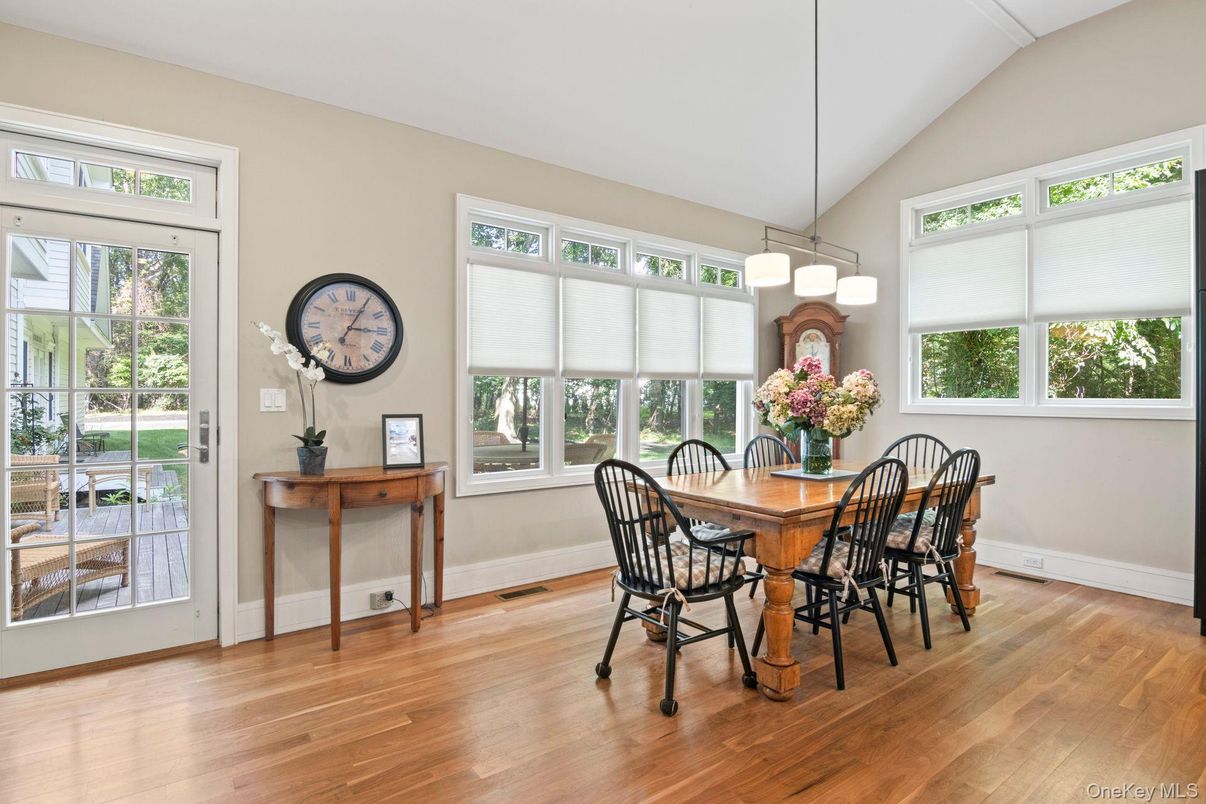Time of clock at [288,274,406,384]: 3:04
